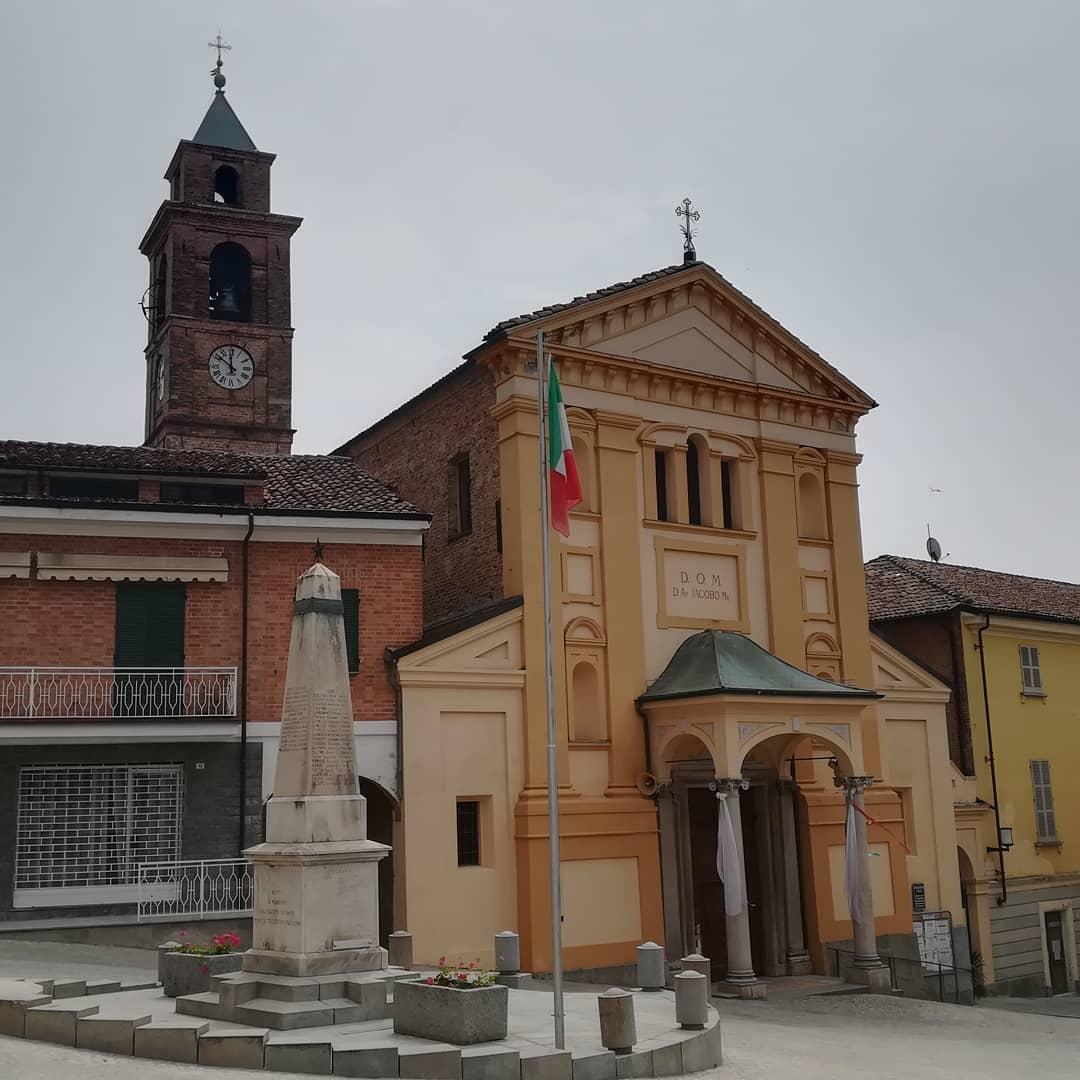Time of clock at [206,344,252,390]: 11:51
